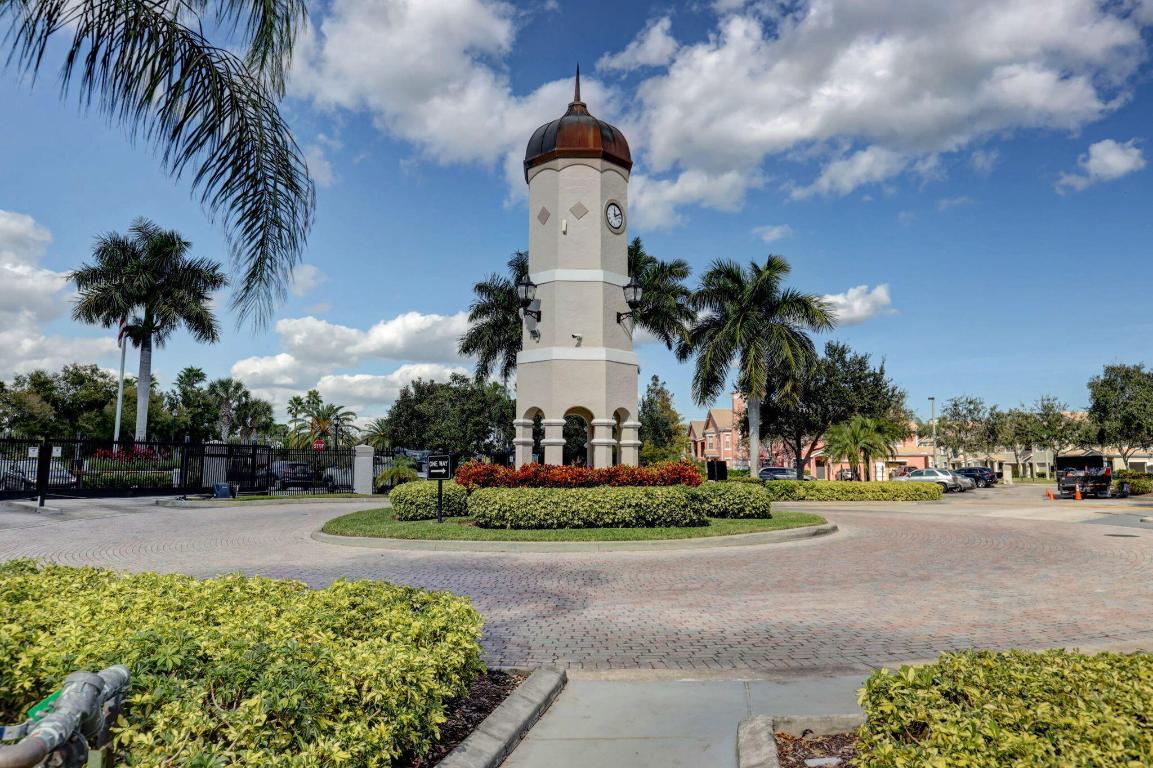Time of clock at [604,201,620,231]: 12:11
